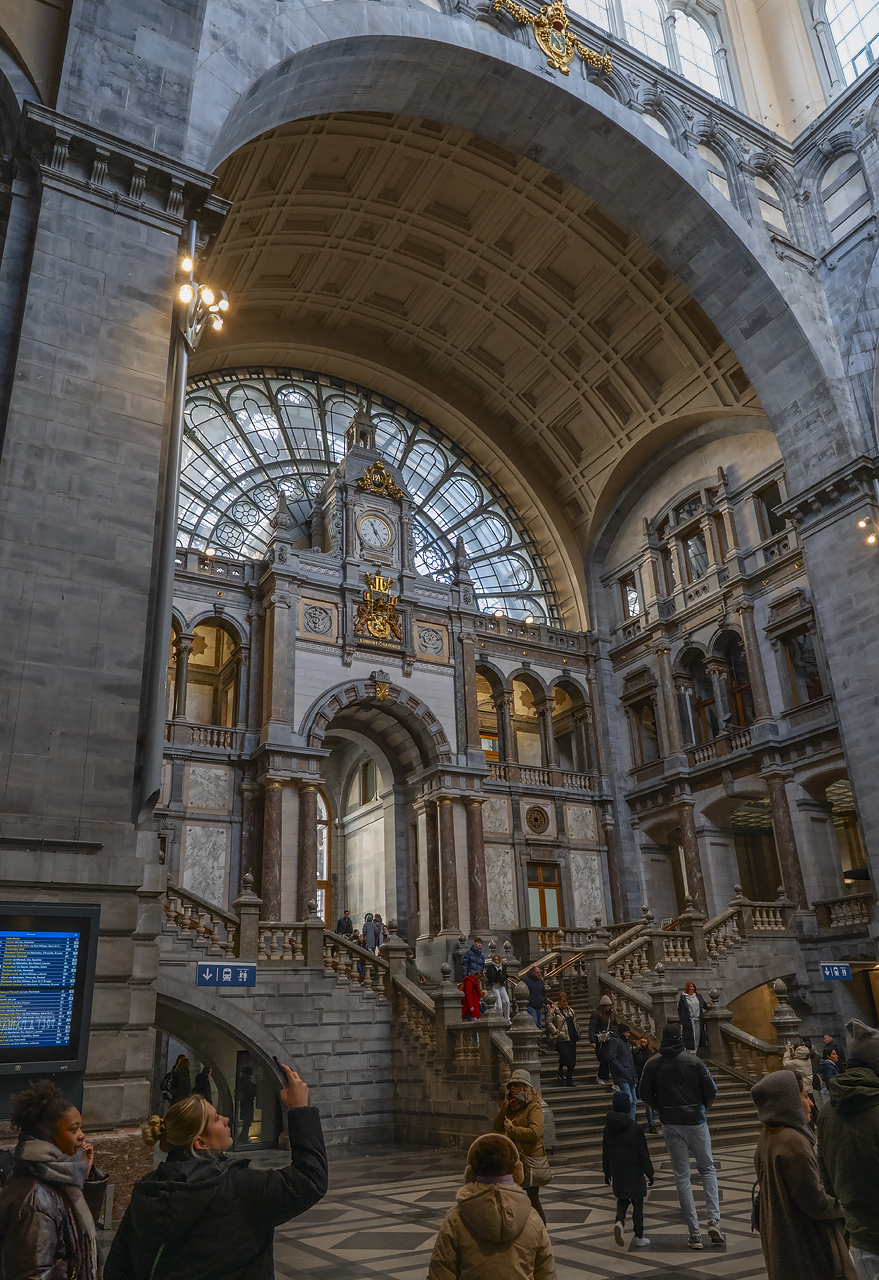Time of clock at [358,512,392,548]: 11:25
